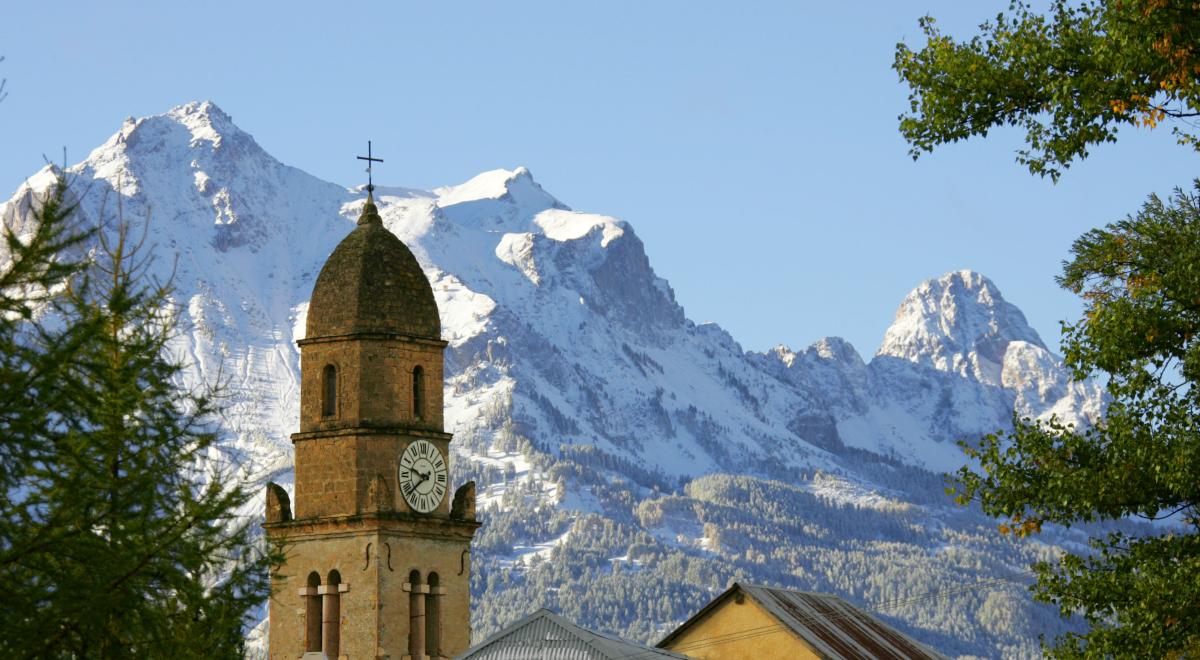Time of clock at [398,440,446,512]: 9:38
